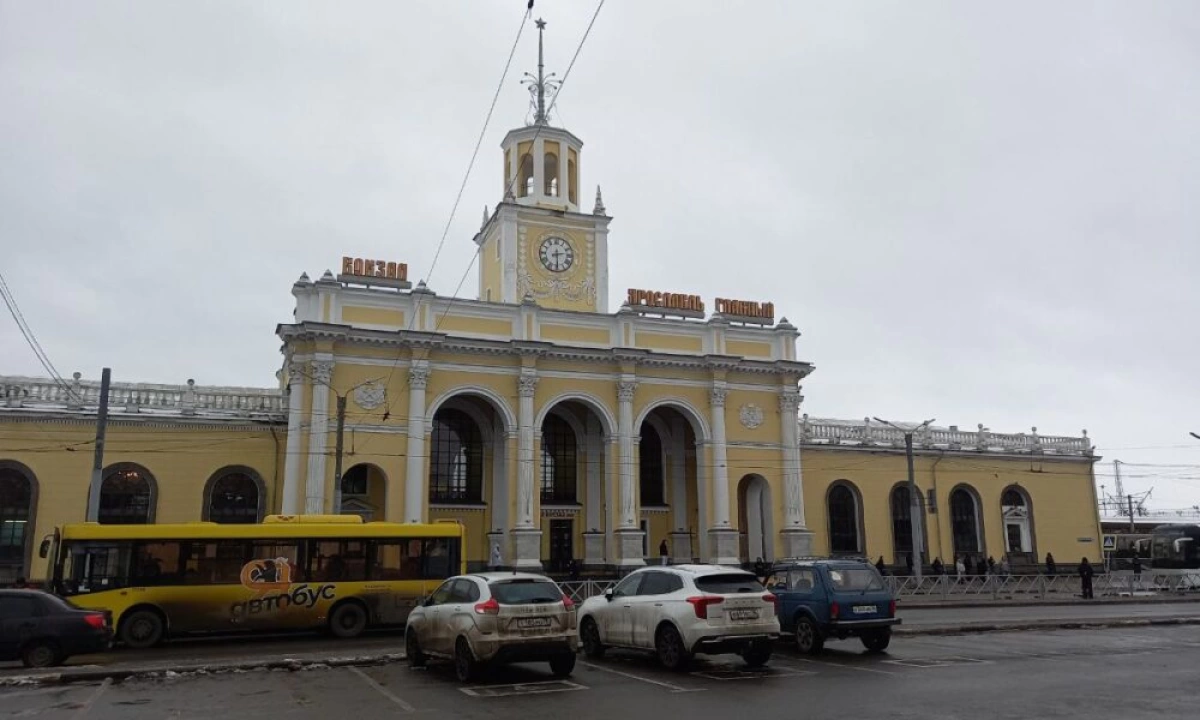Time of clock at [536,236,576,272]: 2:29
